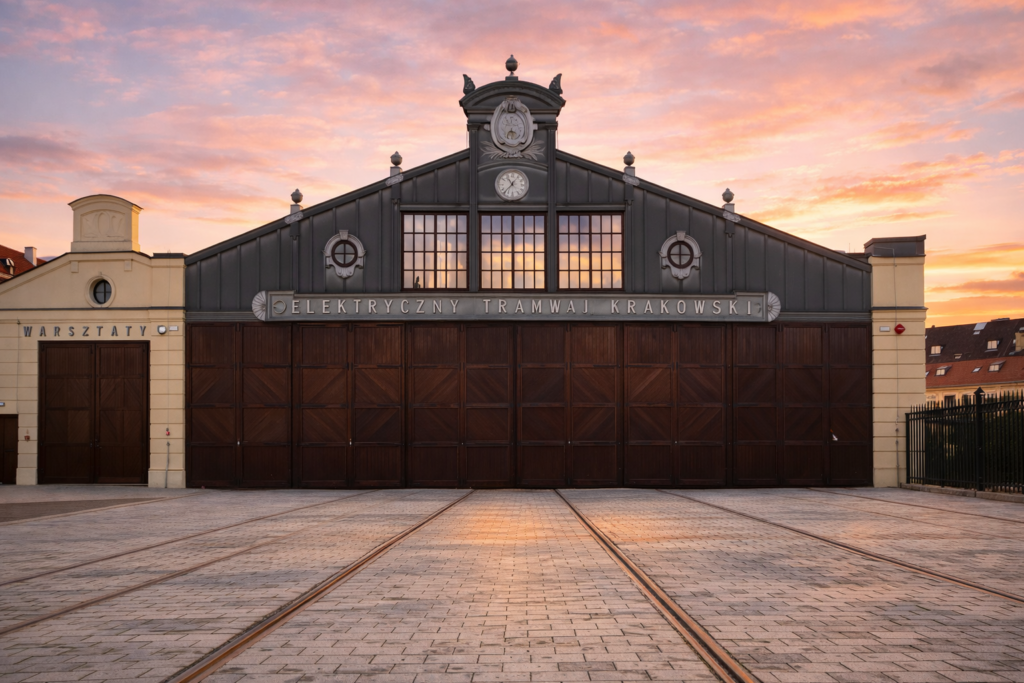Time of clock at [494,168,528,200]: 10:37
